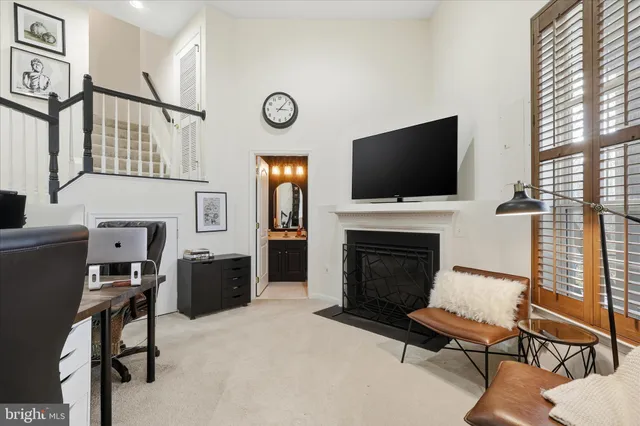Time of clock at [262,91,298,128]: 3:07
